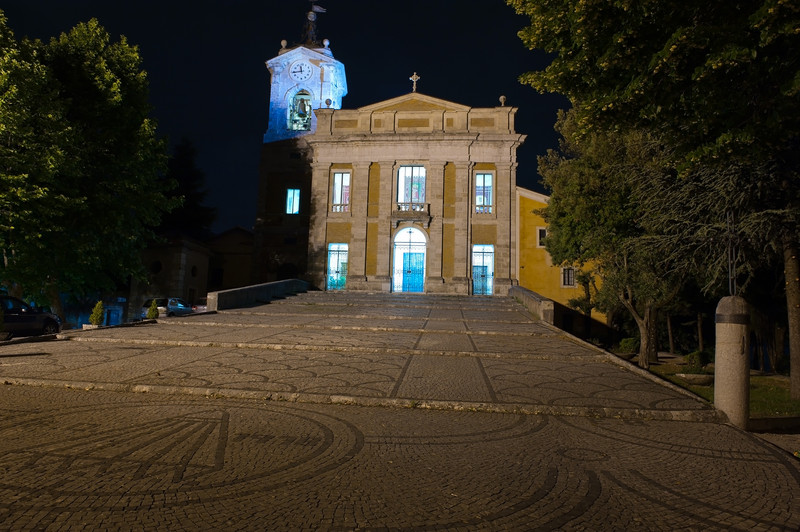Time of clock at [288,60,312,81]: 11:43
